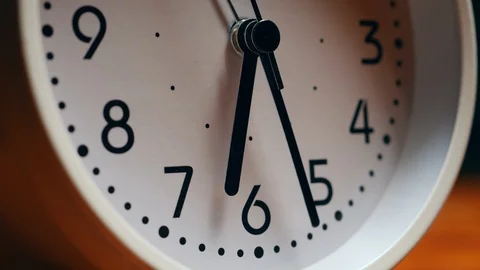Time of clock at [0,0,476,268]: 6:26
